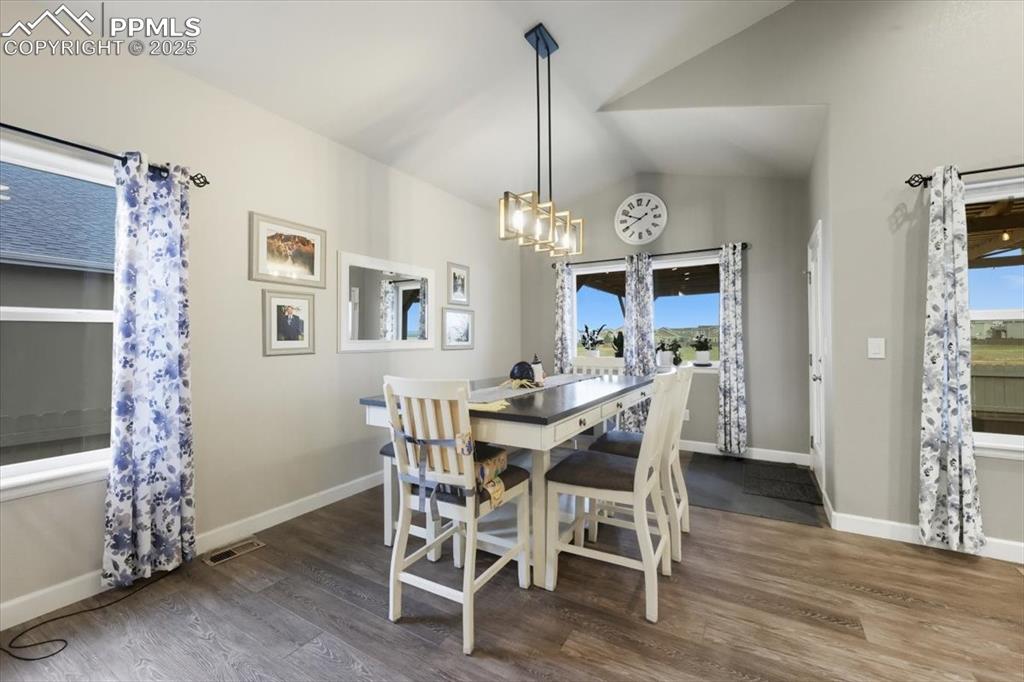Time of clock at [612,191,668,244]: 9:40
